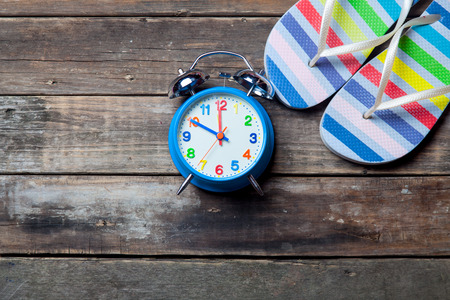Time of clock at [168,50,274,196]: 11:49
